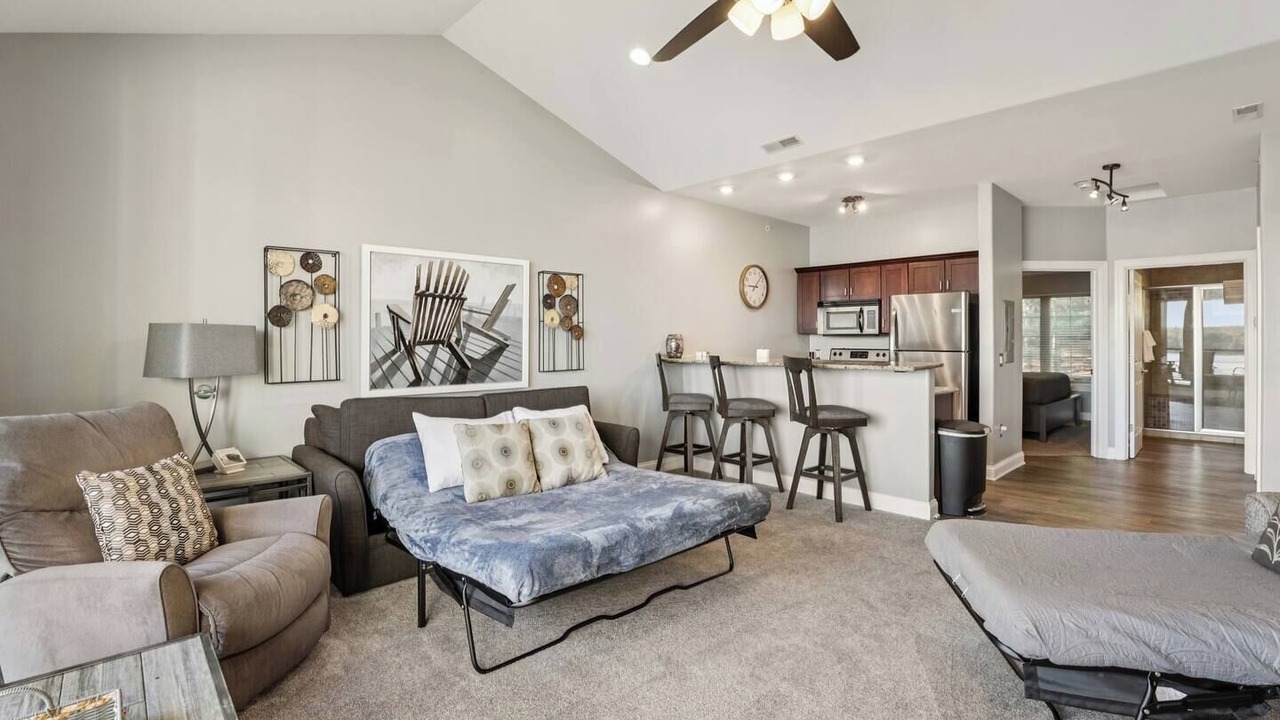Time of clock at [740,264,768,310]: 9:07
